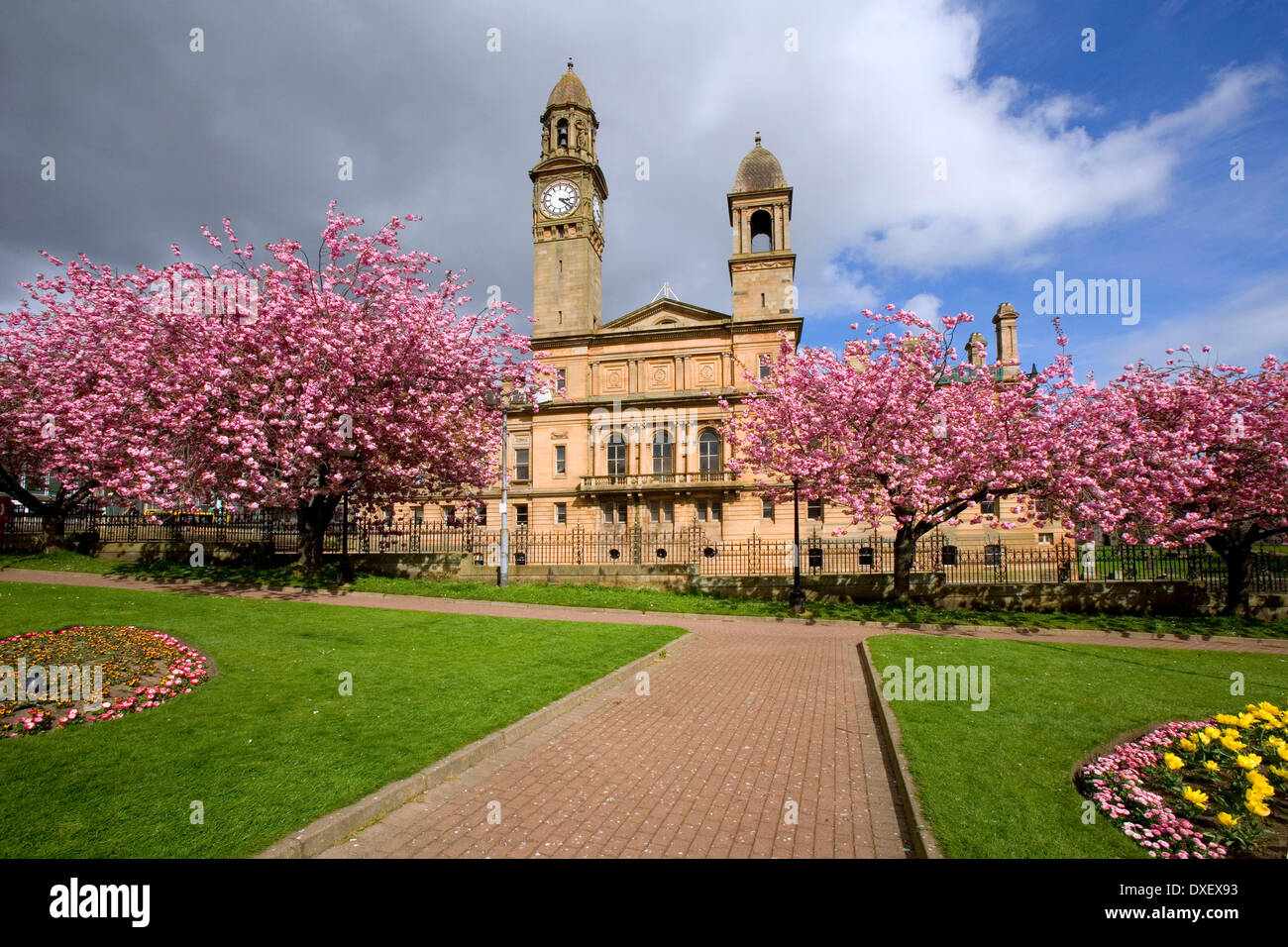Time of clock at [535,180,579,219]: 3:21
